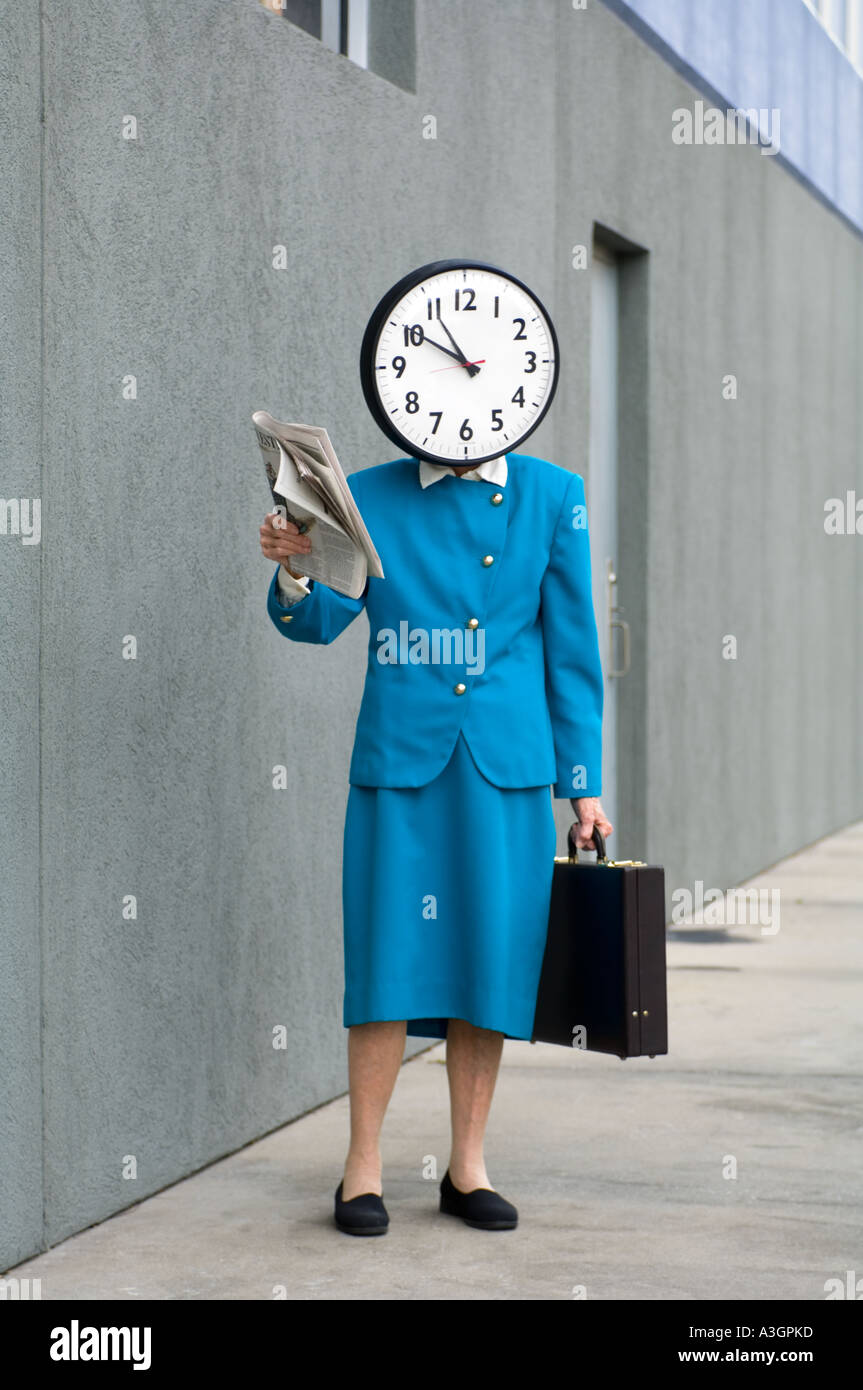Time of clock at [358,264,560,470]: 10:50
